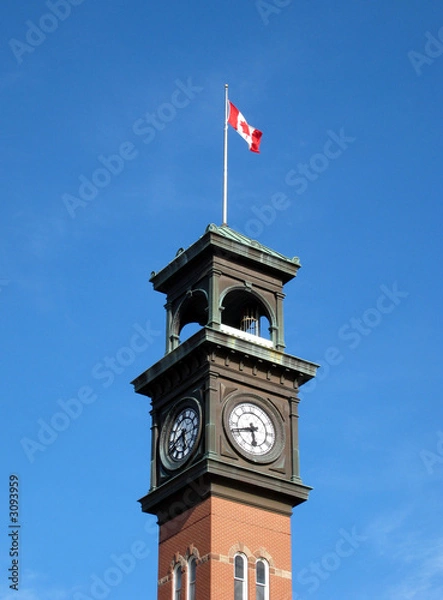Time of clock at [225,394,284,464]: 5:41
